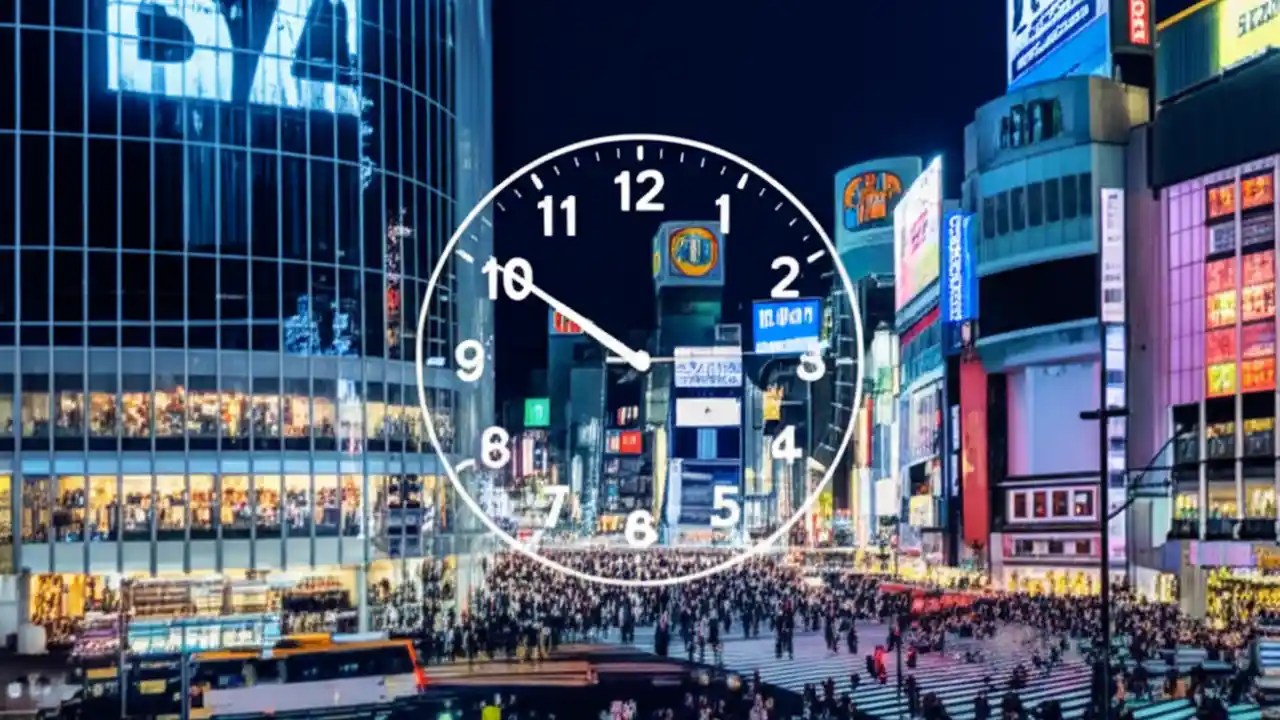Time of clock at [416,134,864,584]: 9:50
